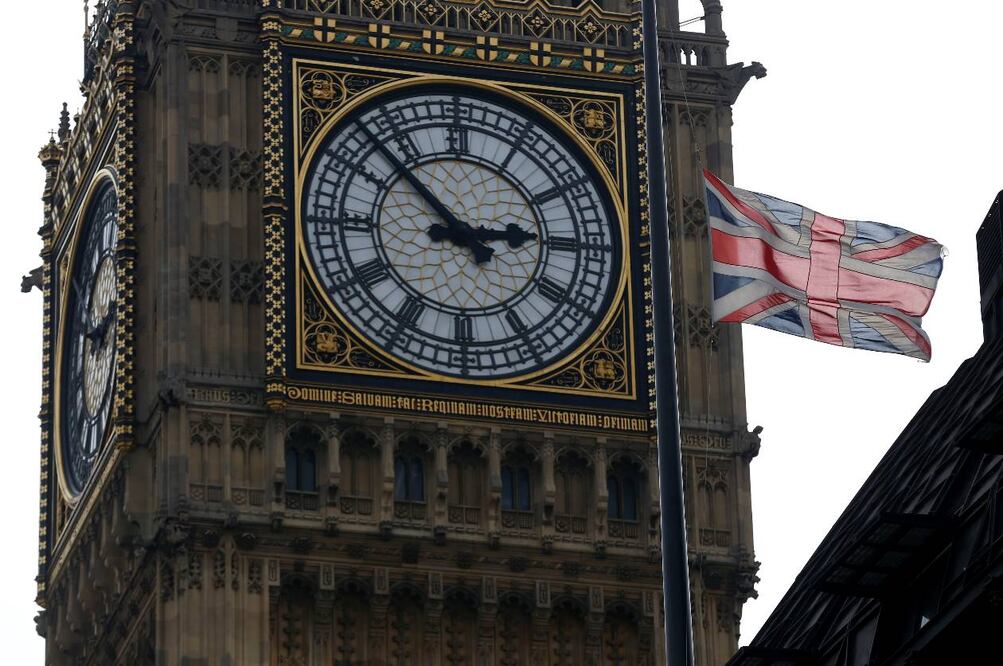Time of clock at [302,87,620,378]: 2:52
